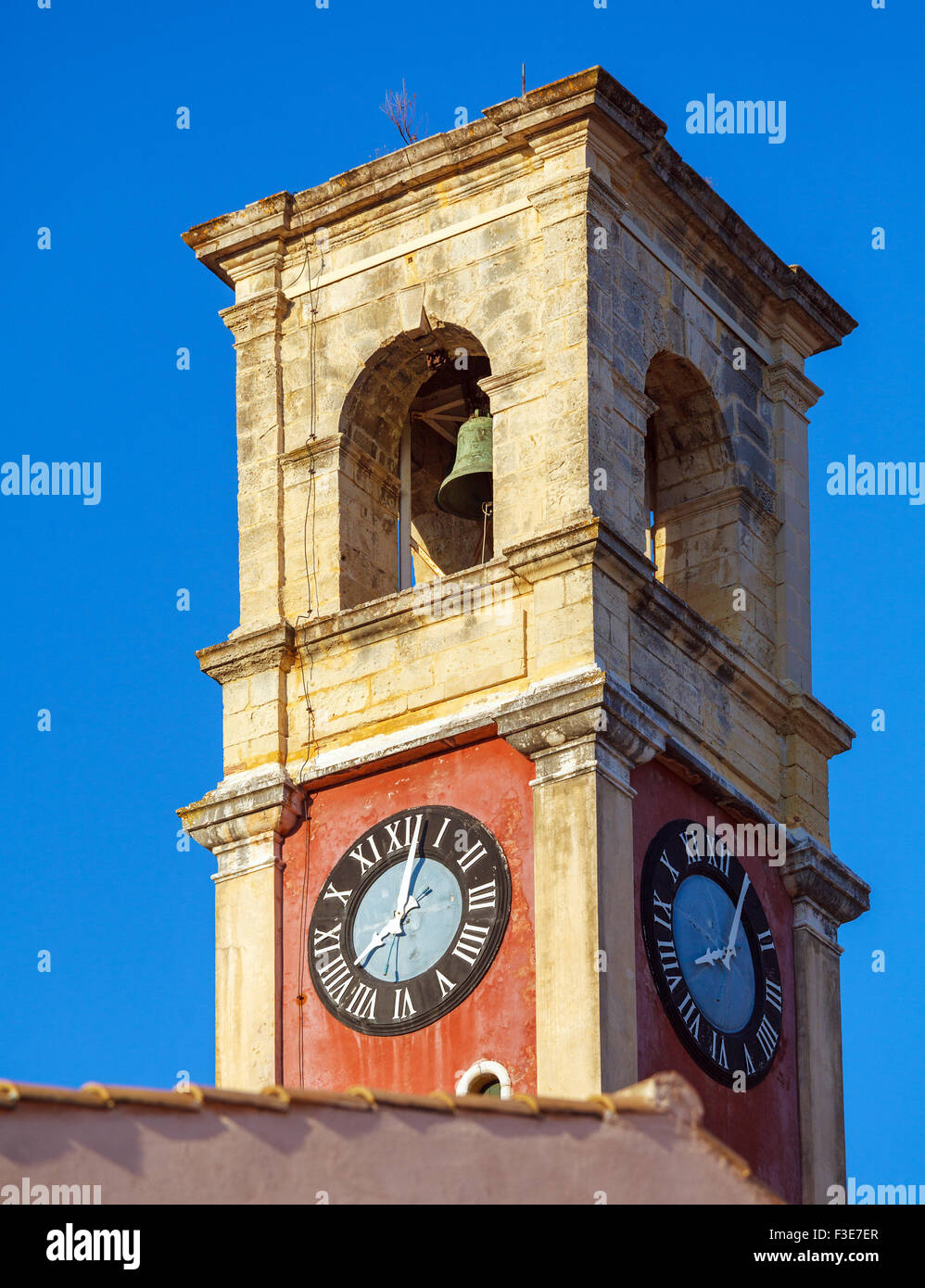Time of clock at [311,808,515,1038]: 8:02
